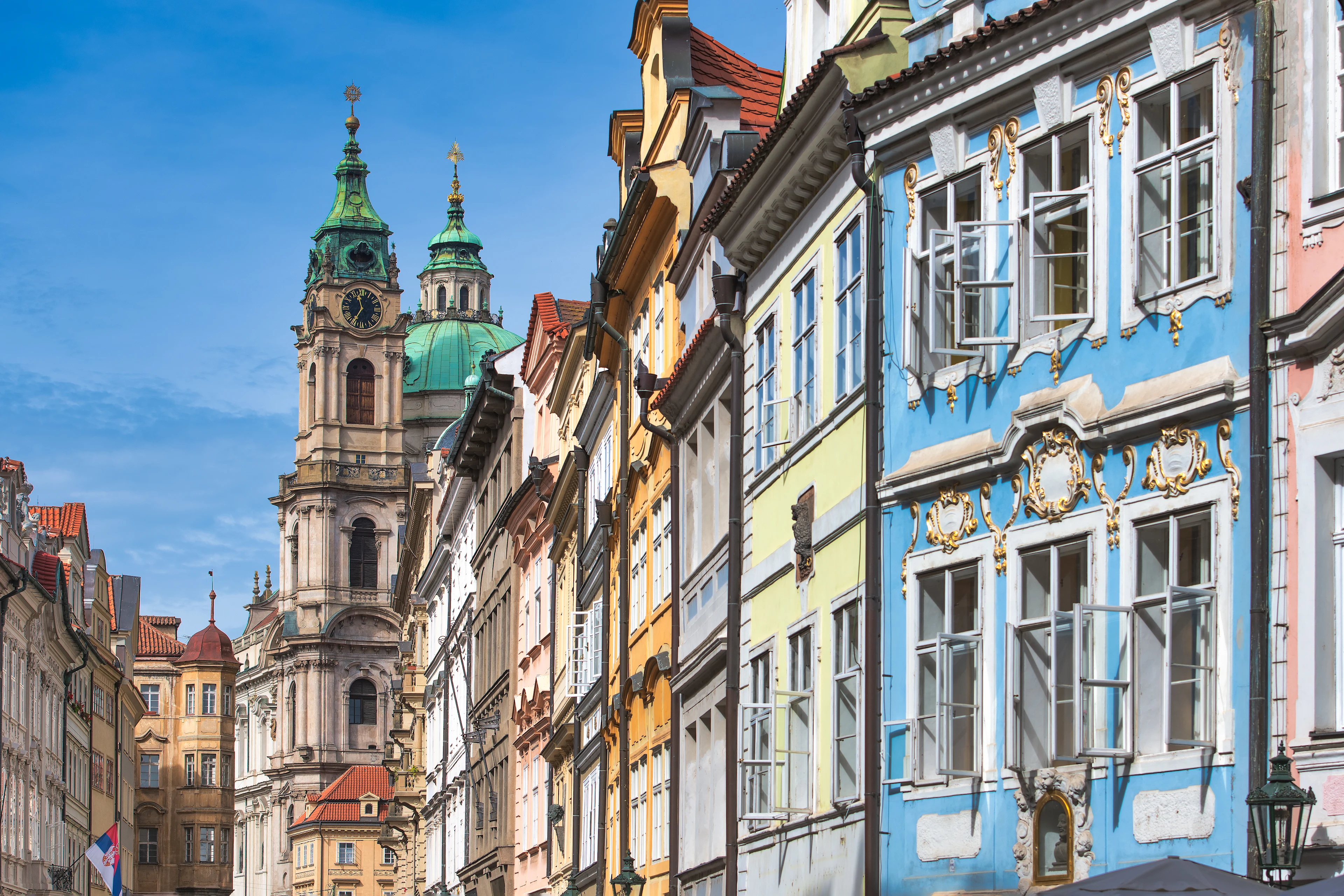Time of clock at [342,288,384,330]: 11:35
